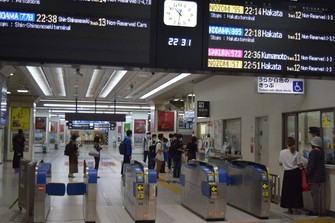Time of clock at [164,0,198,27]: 10:31
